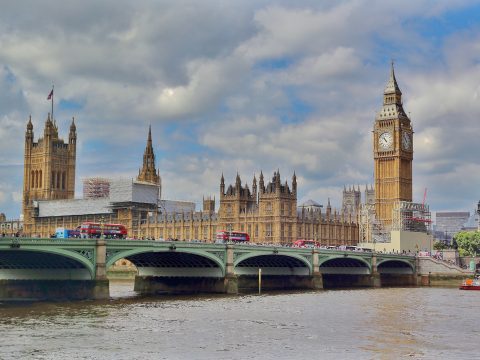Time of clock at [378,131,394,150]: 10:52
